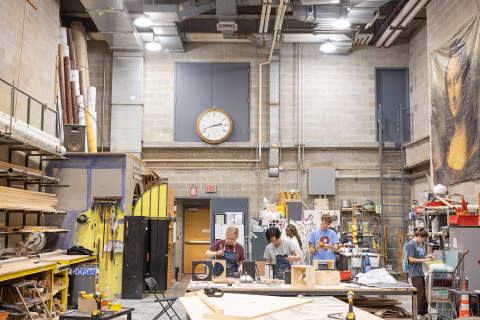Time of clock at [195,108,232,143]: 2:42
